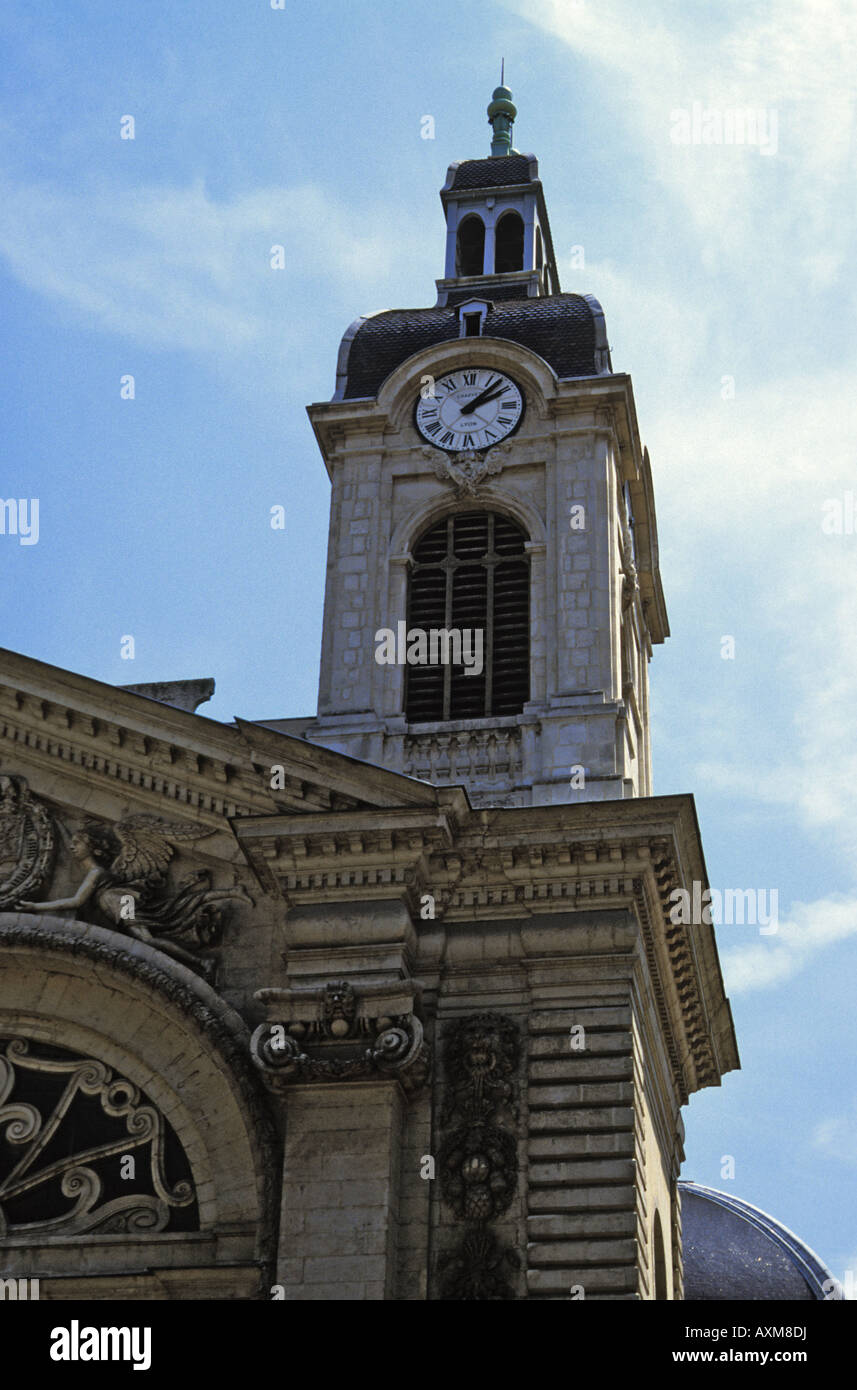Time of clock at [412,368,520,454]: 2:07
